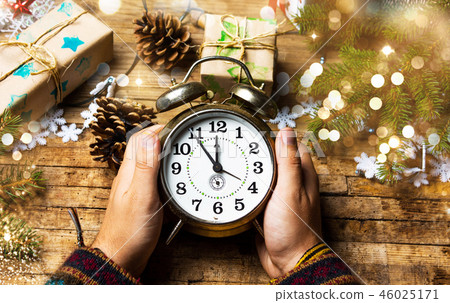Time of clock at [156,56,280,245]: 11:53
